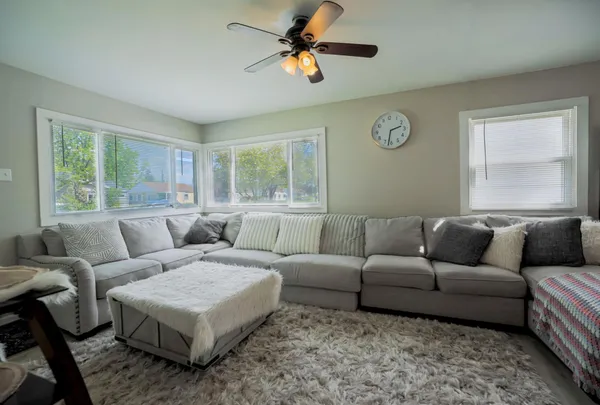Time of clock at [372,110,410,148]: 2:32
